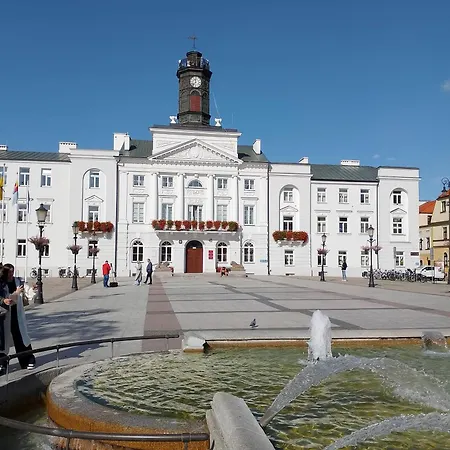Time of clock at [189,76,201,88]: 11:37
